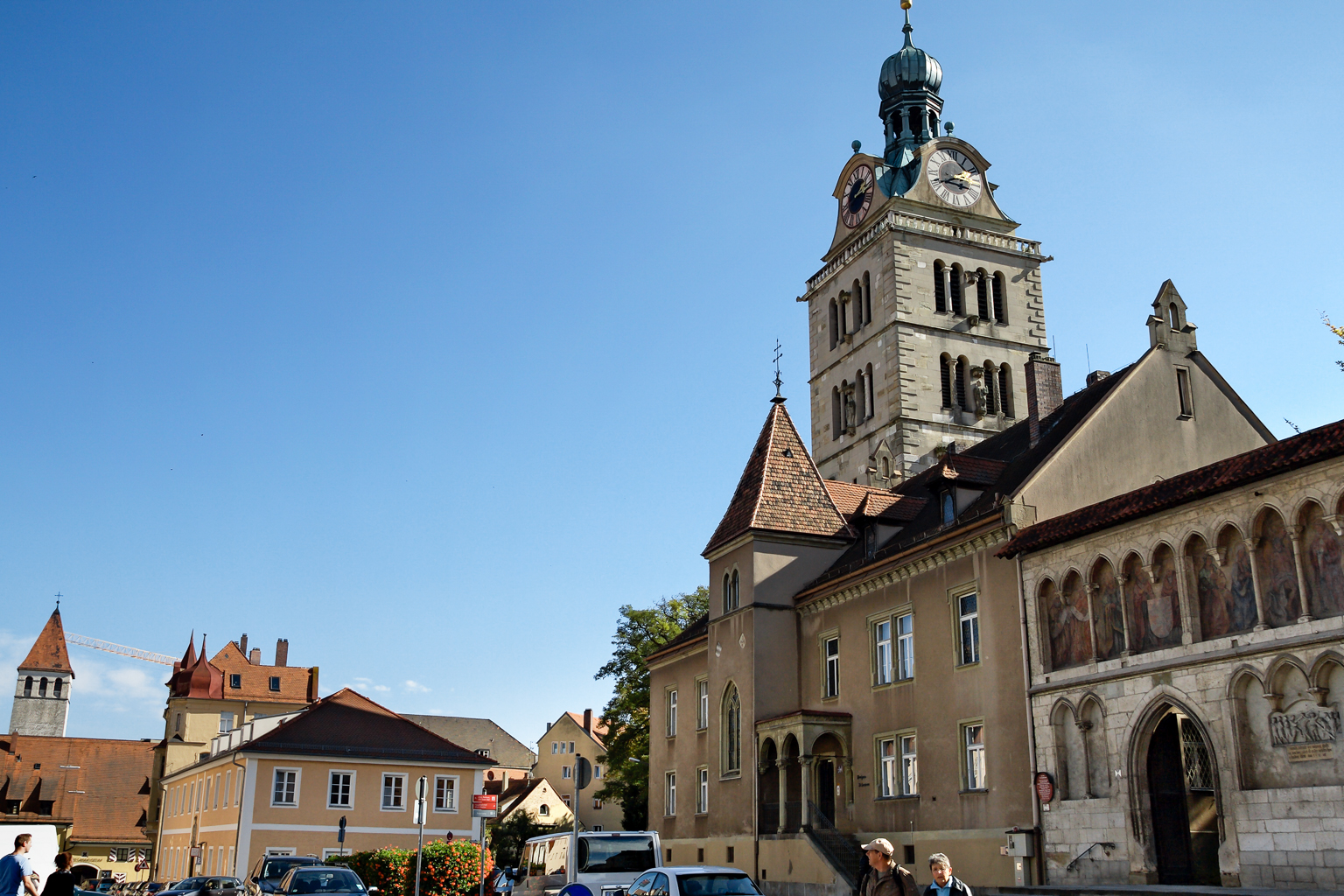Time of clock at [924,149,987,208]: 3:40
